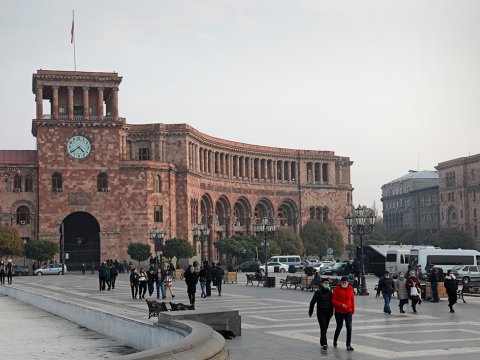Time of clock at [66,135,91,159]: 4:39
